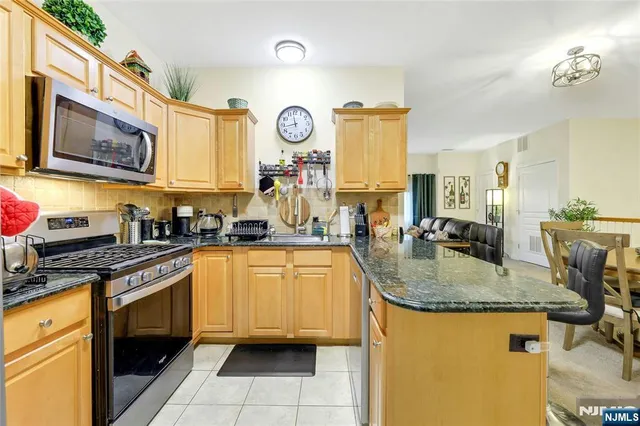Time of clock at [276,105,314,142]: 11:43
